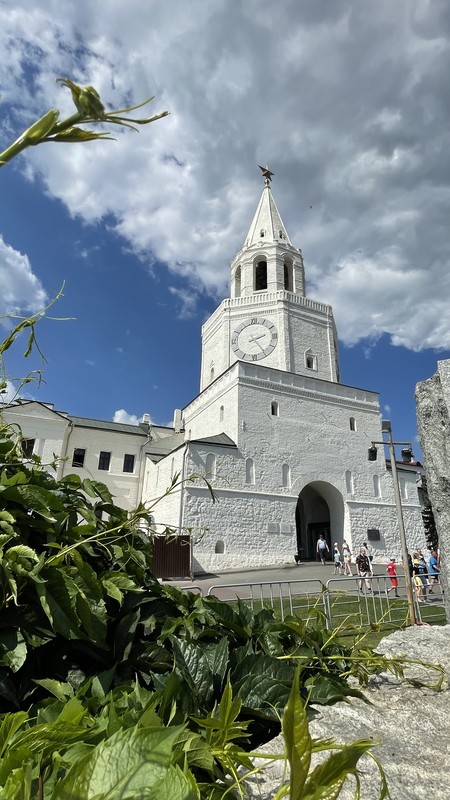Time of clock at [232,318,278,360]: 2:24
